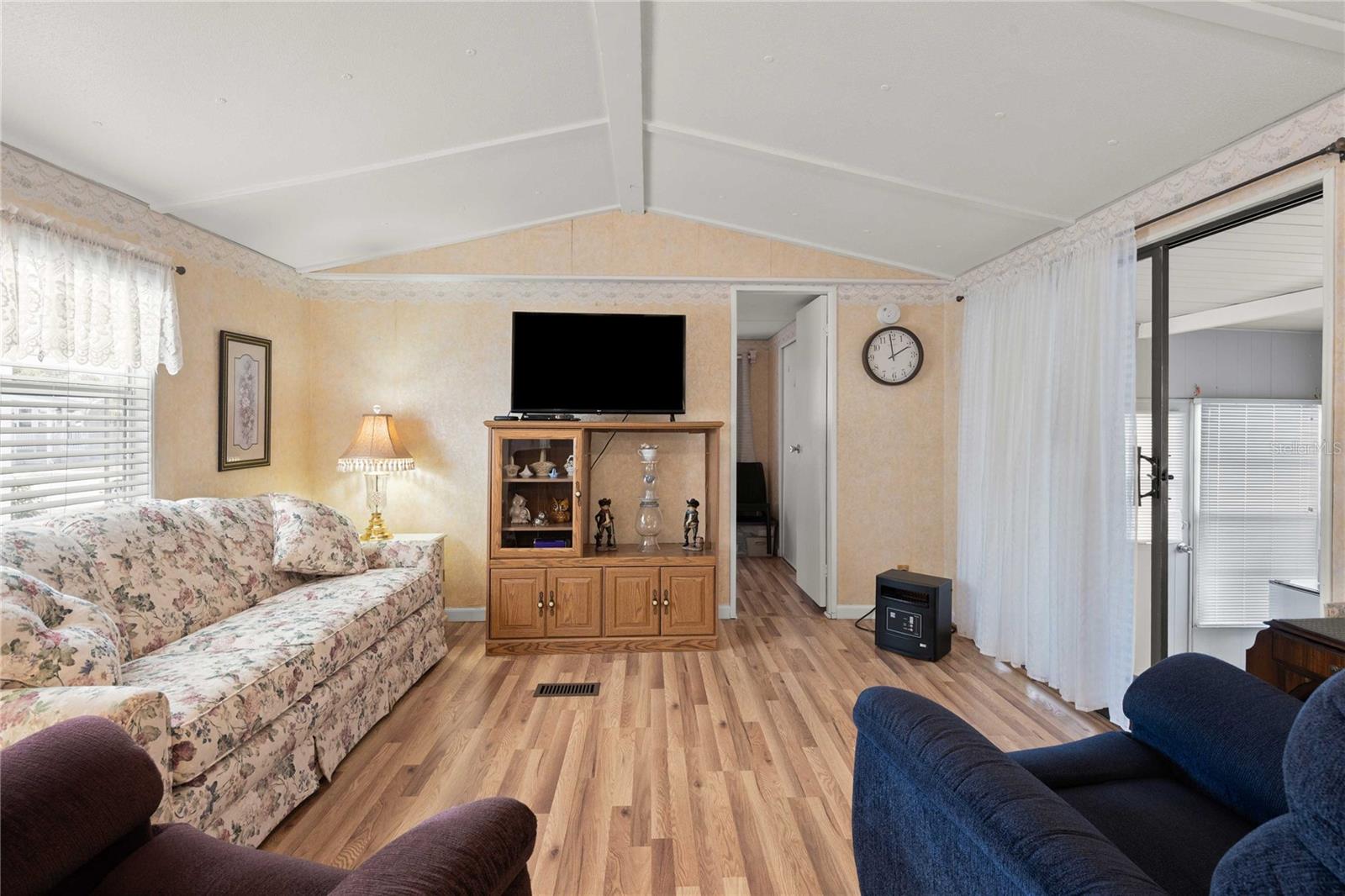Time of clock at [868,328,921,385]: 1:59
